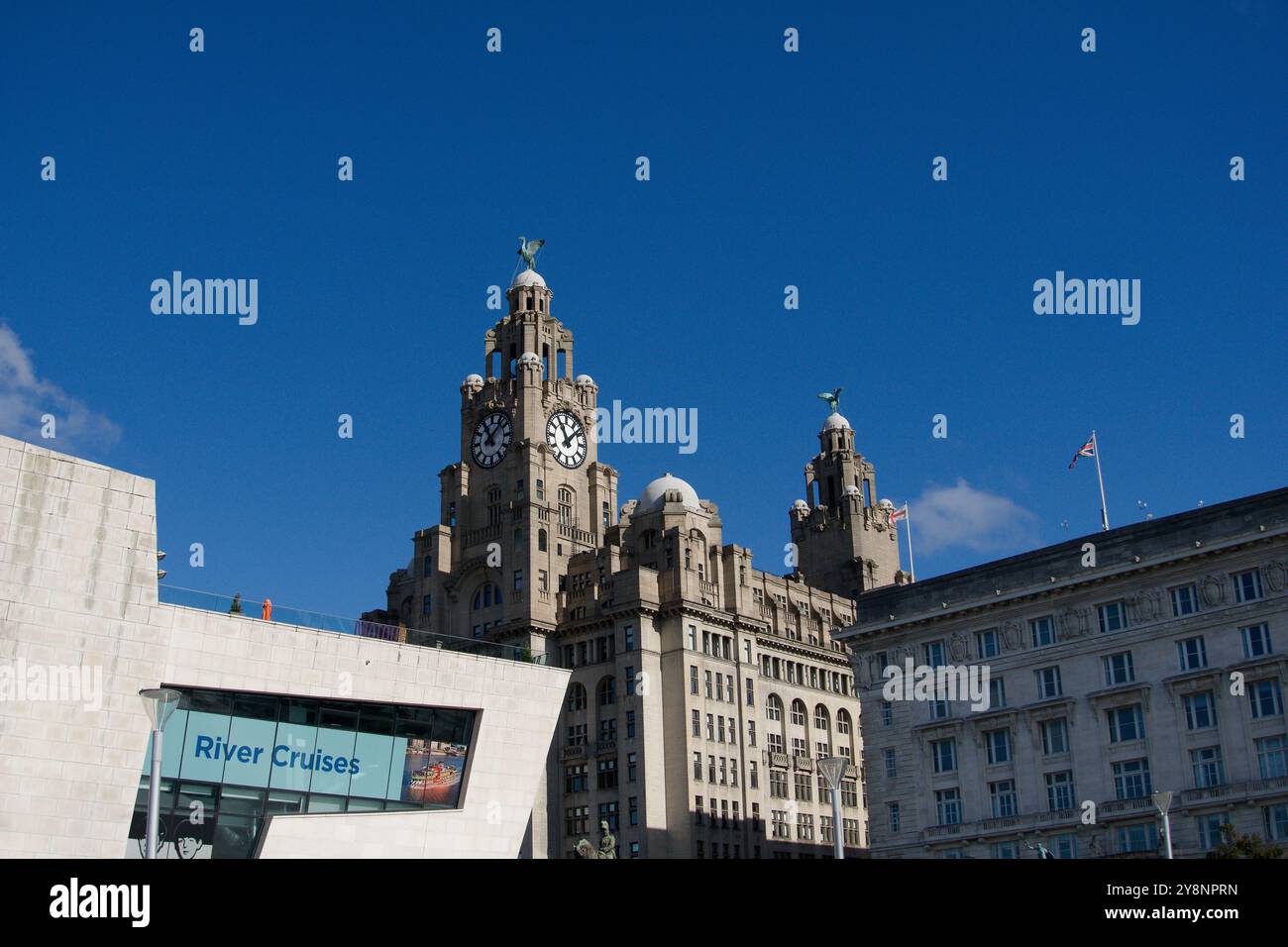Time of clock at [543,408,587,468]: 11:07
